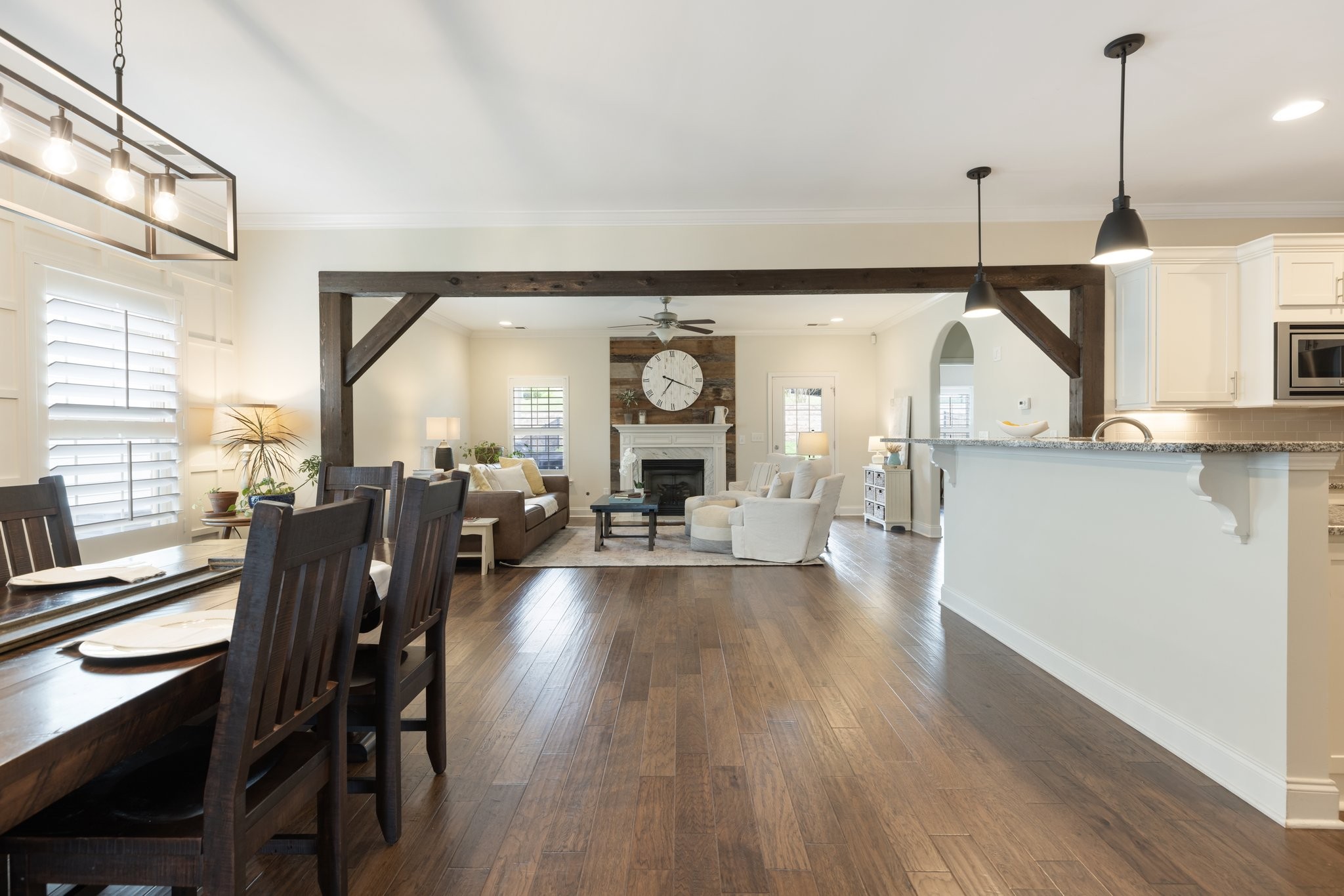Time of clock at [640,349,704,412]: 7:18
